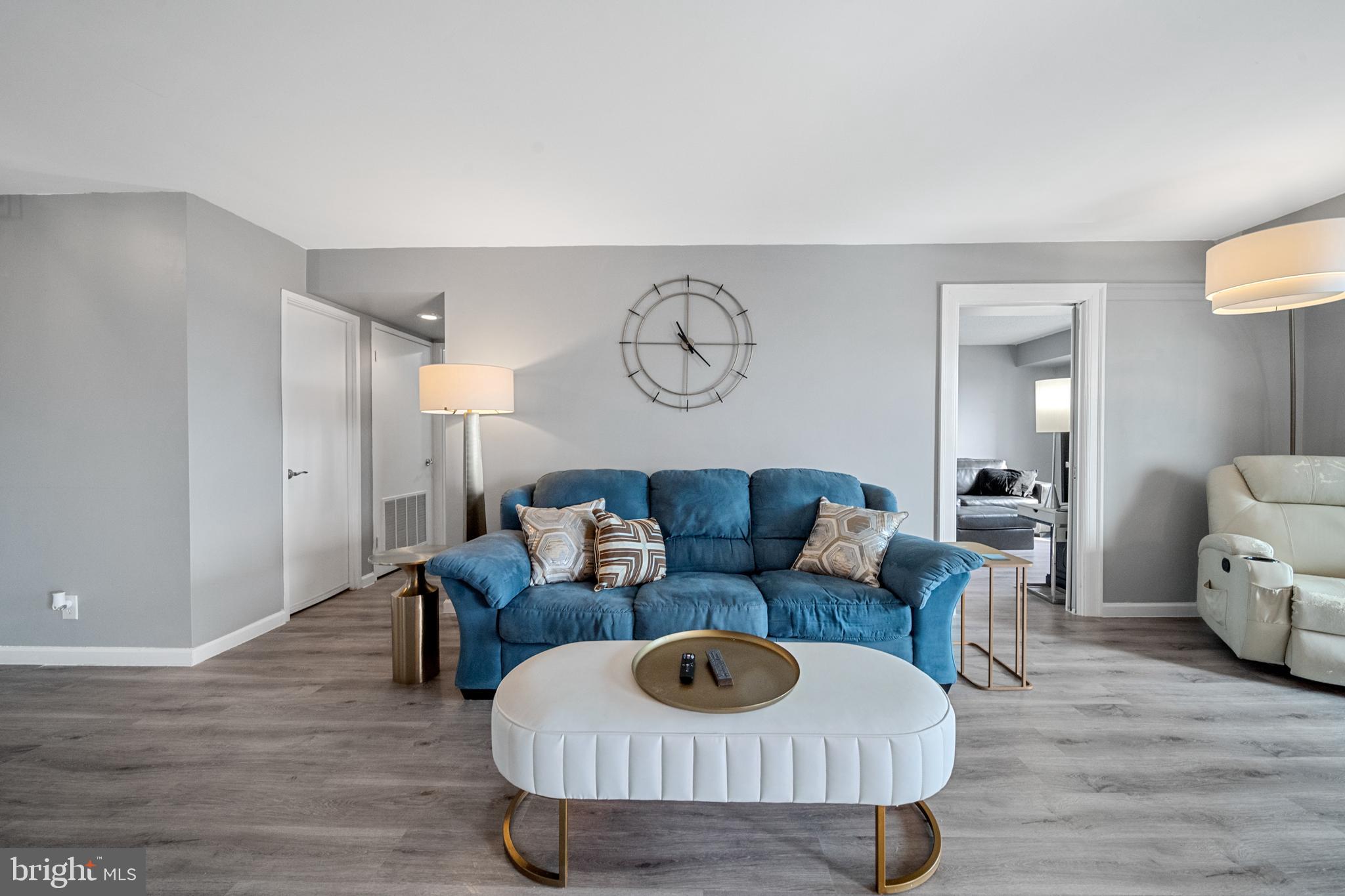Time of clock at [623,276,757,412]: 10:45
